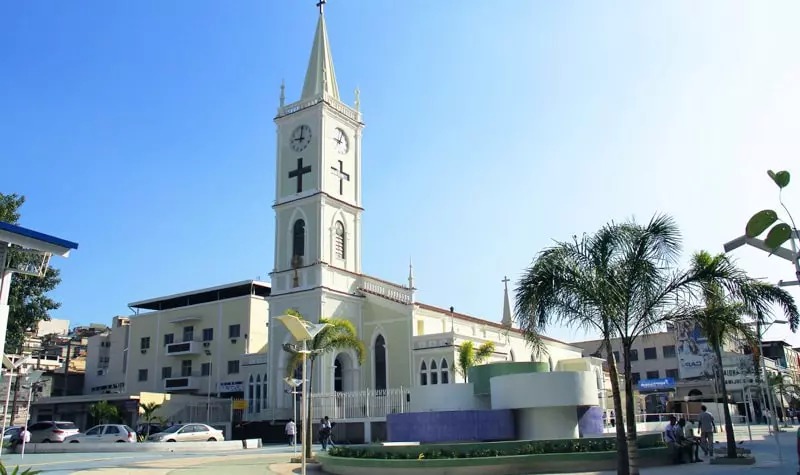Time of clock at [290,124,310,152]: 8:59
